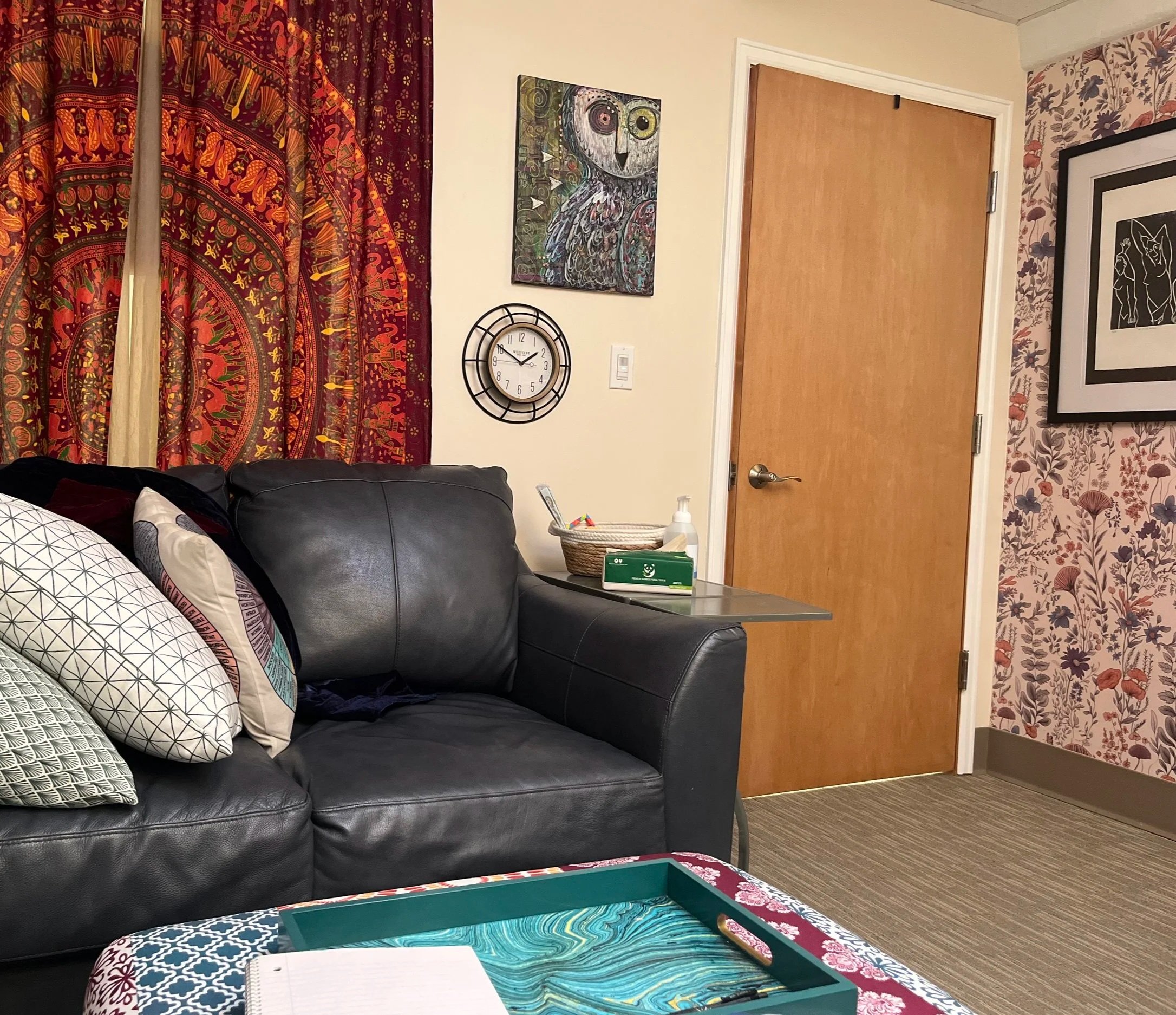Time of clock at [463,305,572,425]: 1:50
